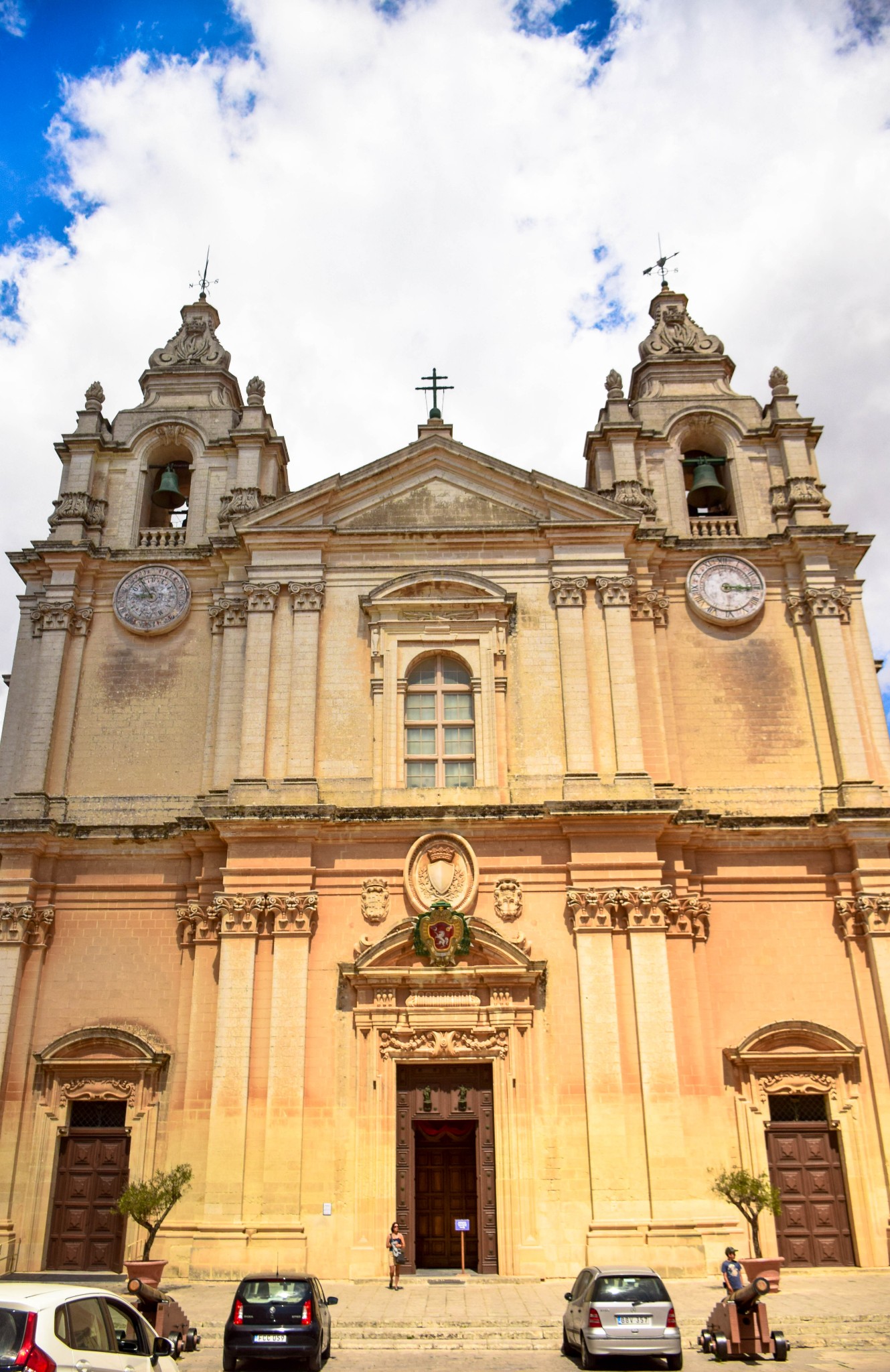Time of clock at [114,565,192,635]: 8:54
